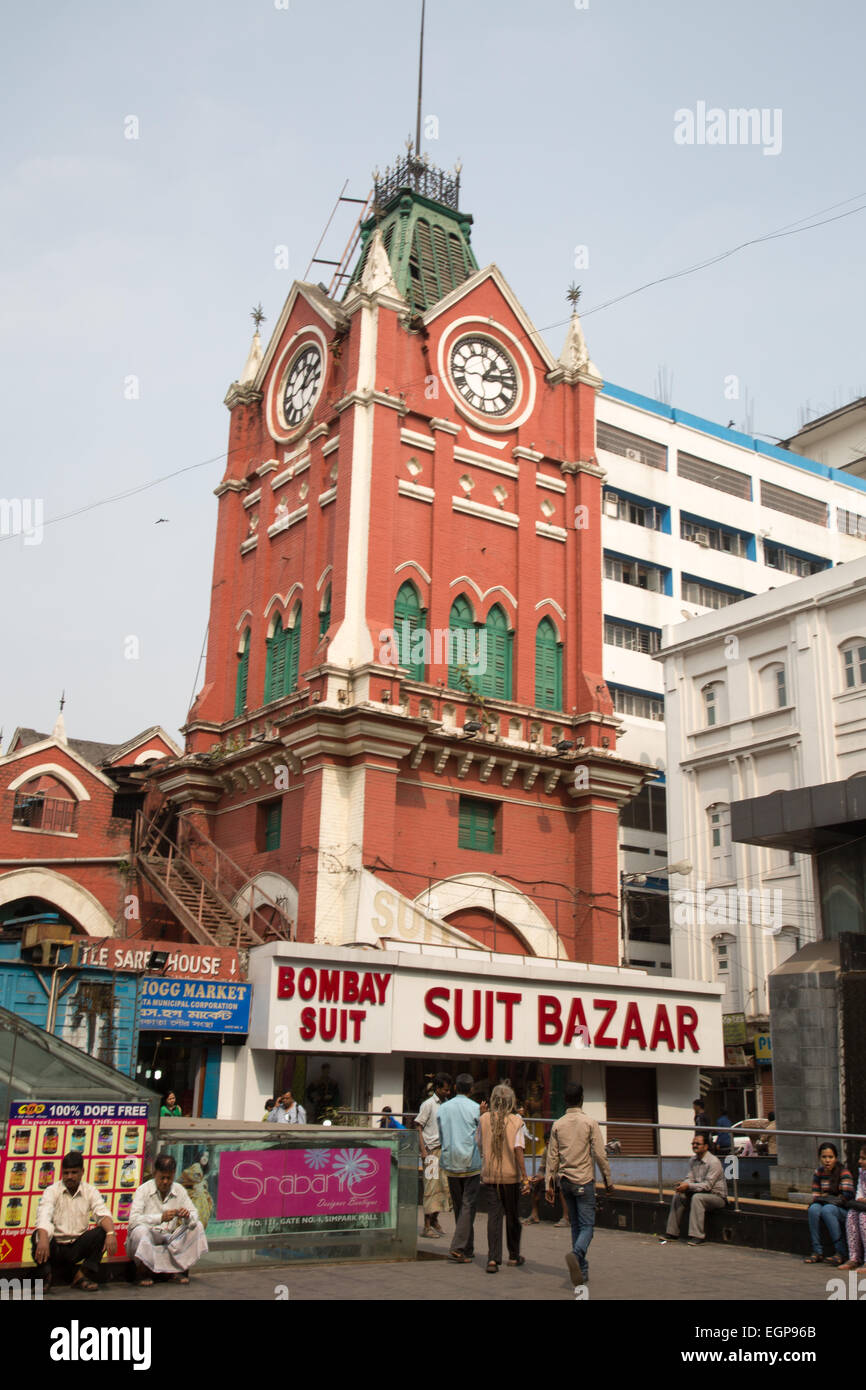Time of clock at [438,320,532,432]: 1:12
